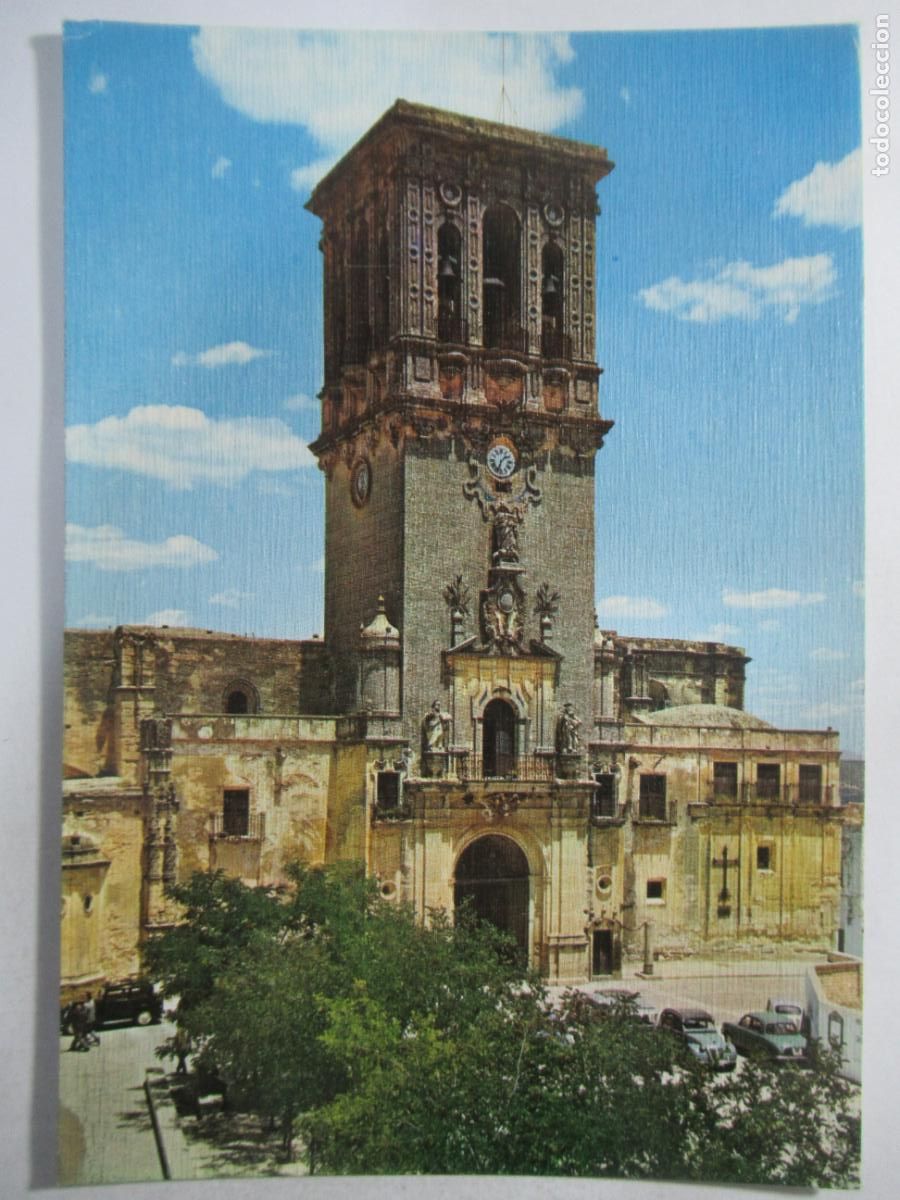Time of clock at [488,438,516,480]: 1:33
